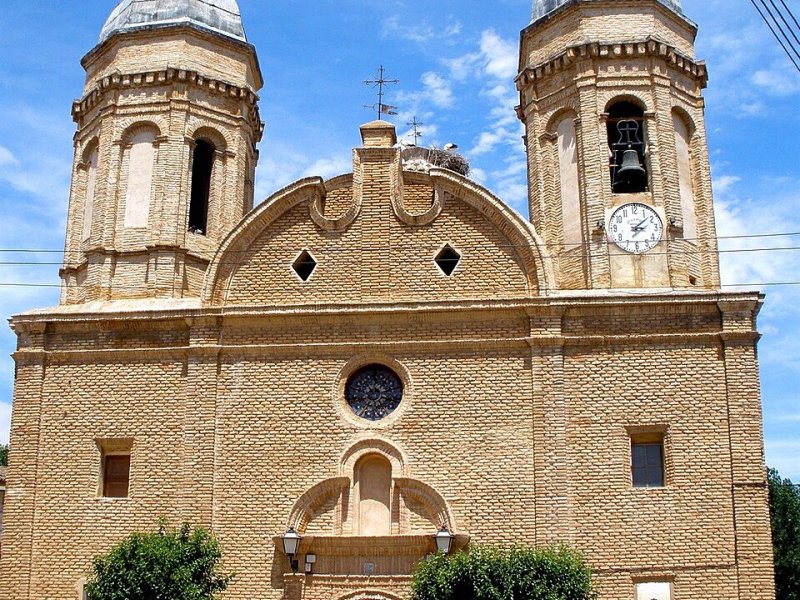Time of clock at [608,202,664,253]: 3:08
